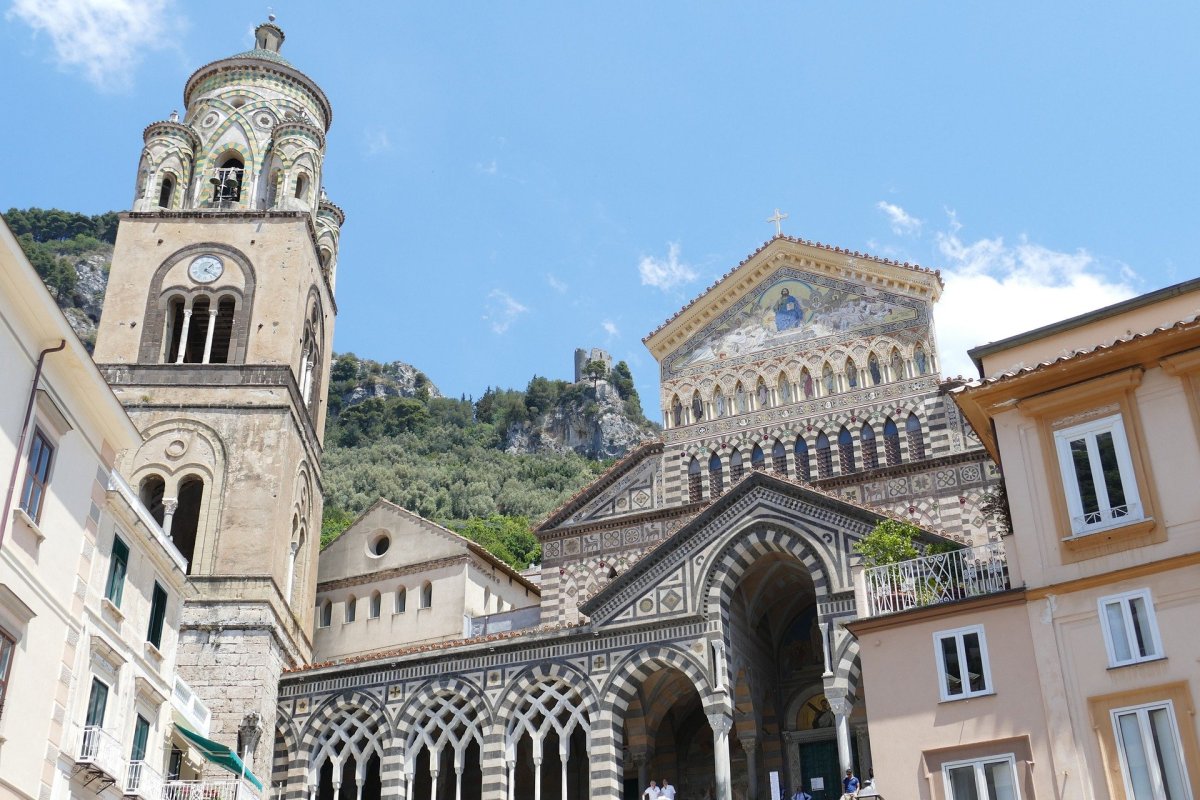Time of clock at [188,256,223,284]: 1:21
